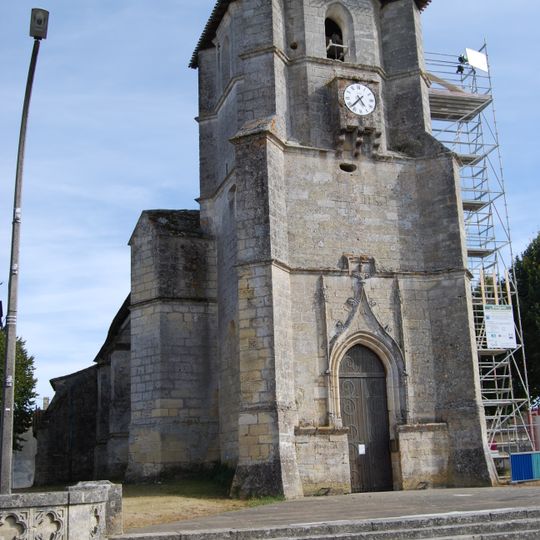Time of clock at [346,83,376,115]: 4:37
